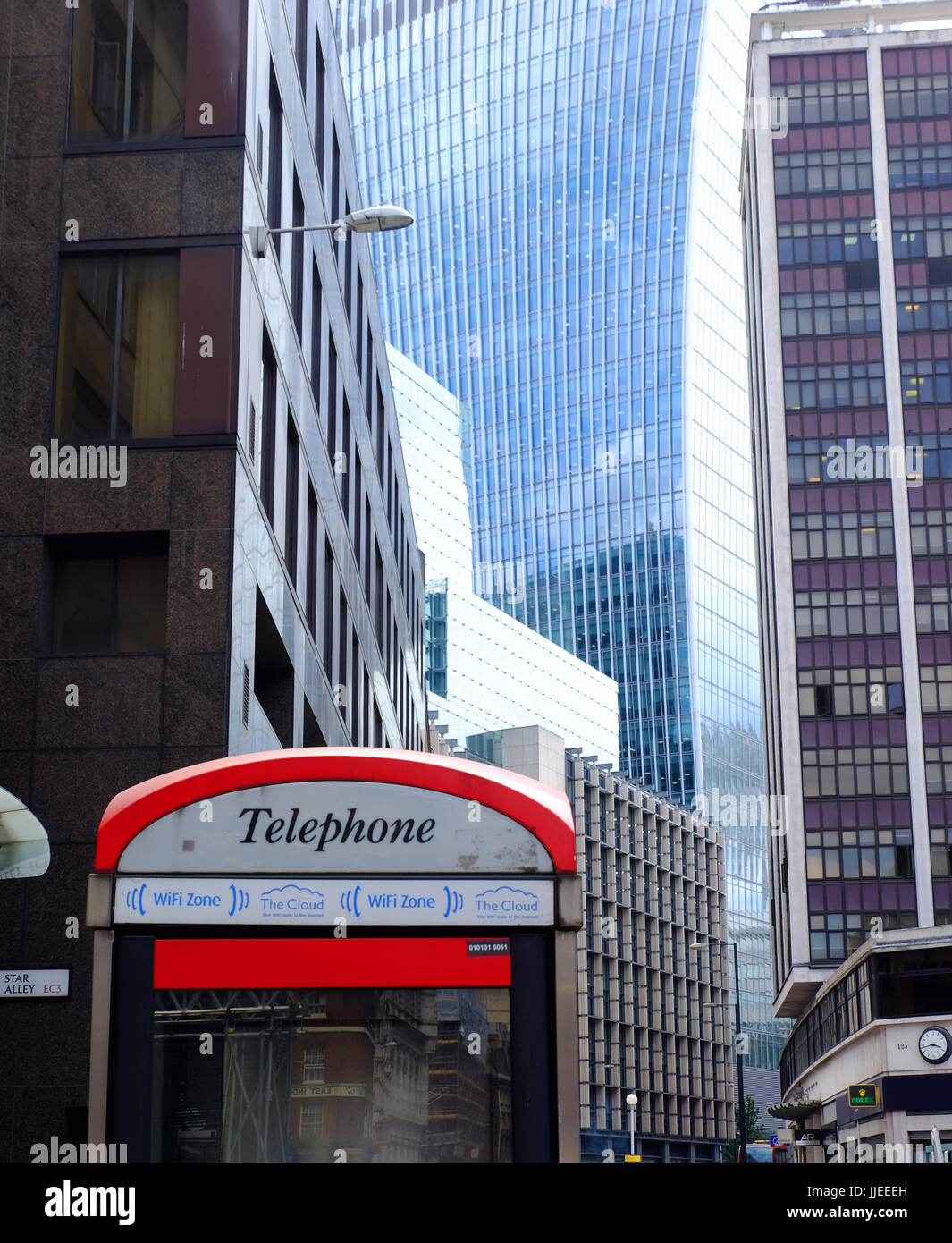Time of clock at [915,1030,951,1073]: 3:43
